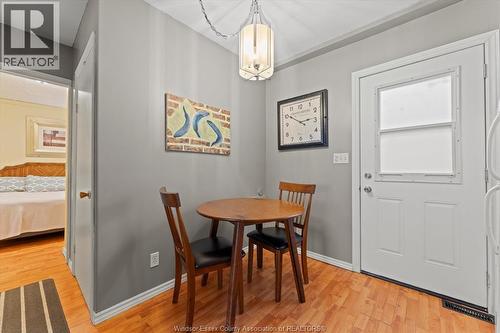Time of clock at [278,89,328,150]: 2:50
